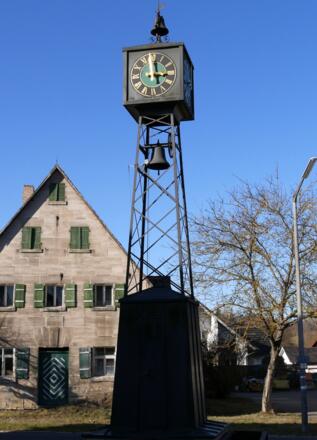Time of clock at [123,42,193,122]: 2:58
